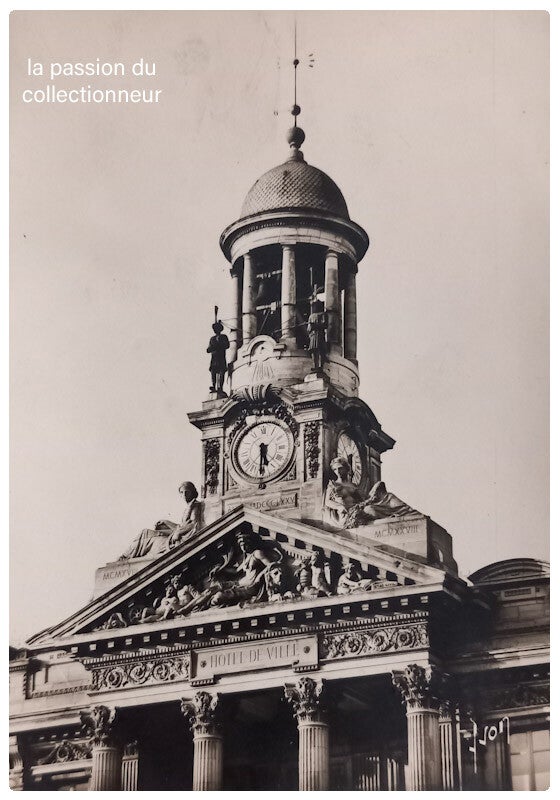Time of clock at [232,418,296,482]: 5:30
